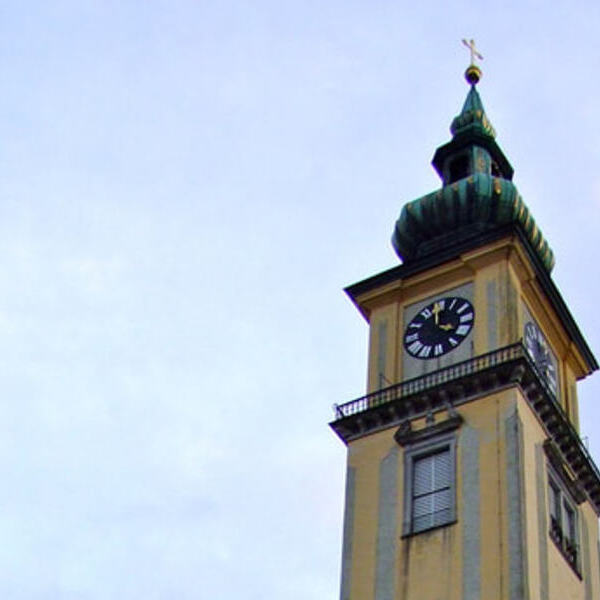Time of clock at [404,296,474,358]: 3:58
